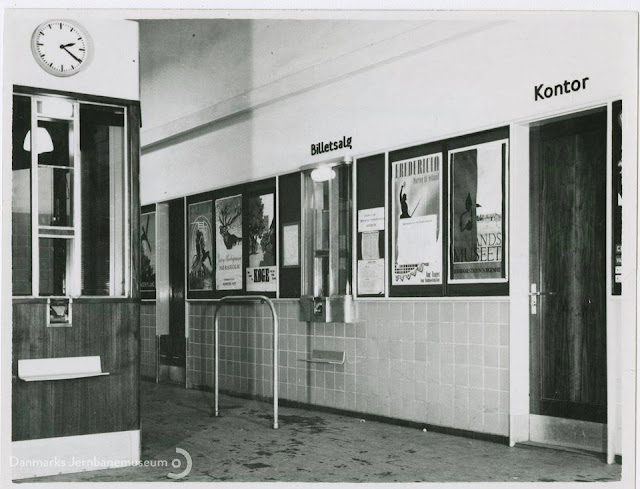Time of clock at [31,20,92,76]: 2:20
